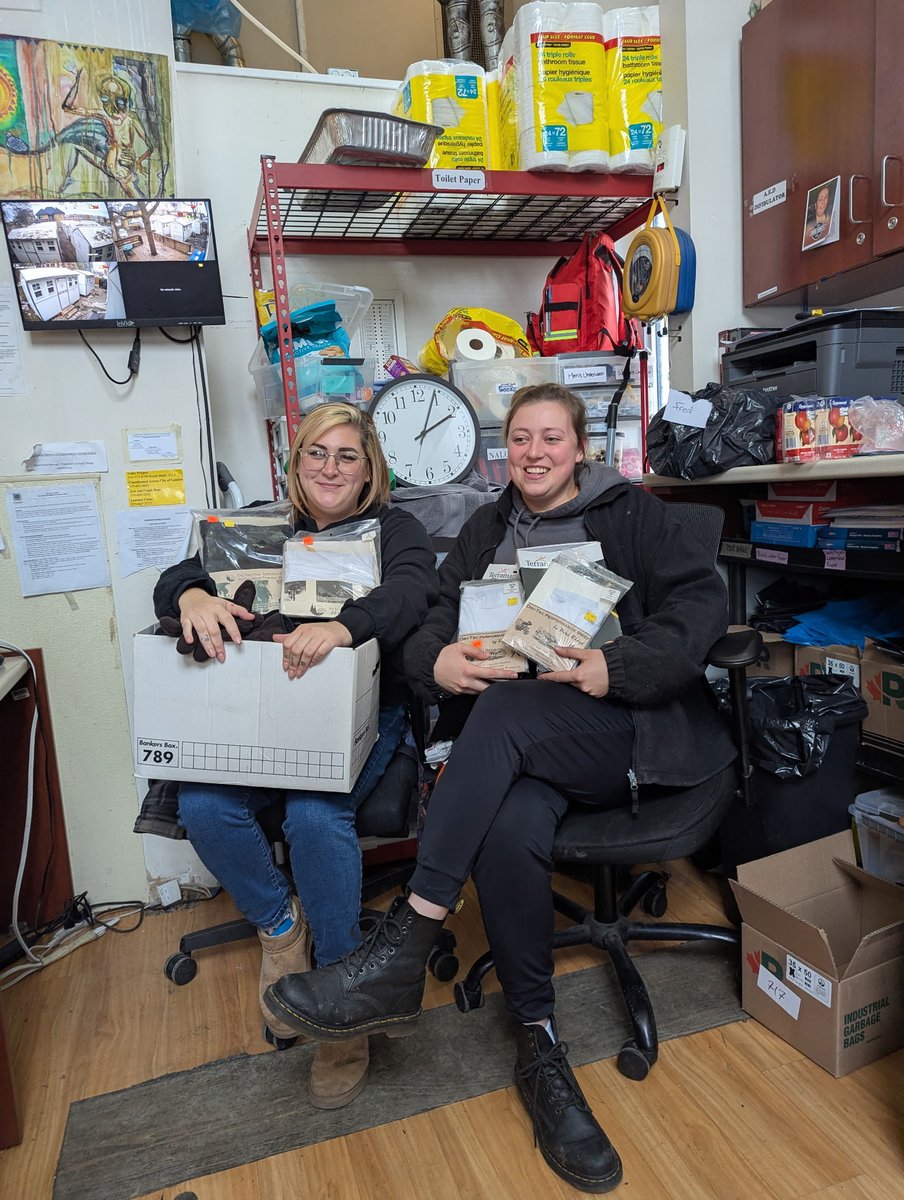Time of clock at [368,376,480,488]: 2:04
